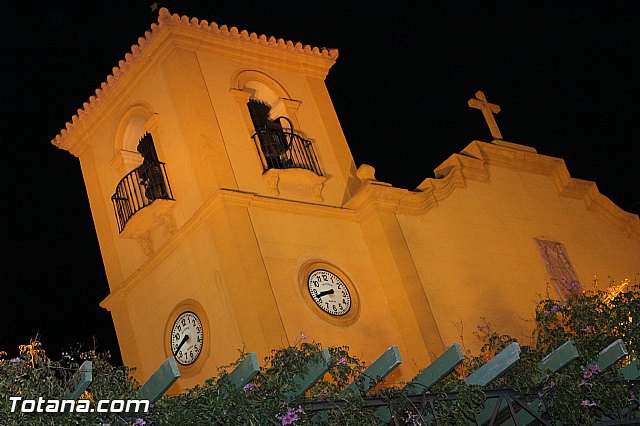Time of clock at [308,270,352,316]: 8:42
